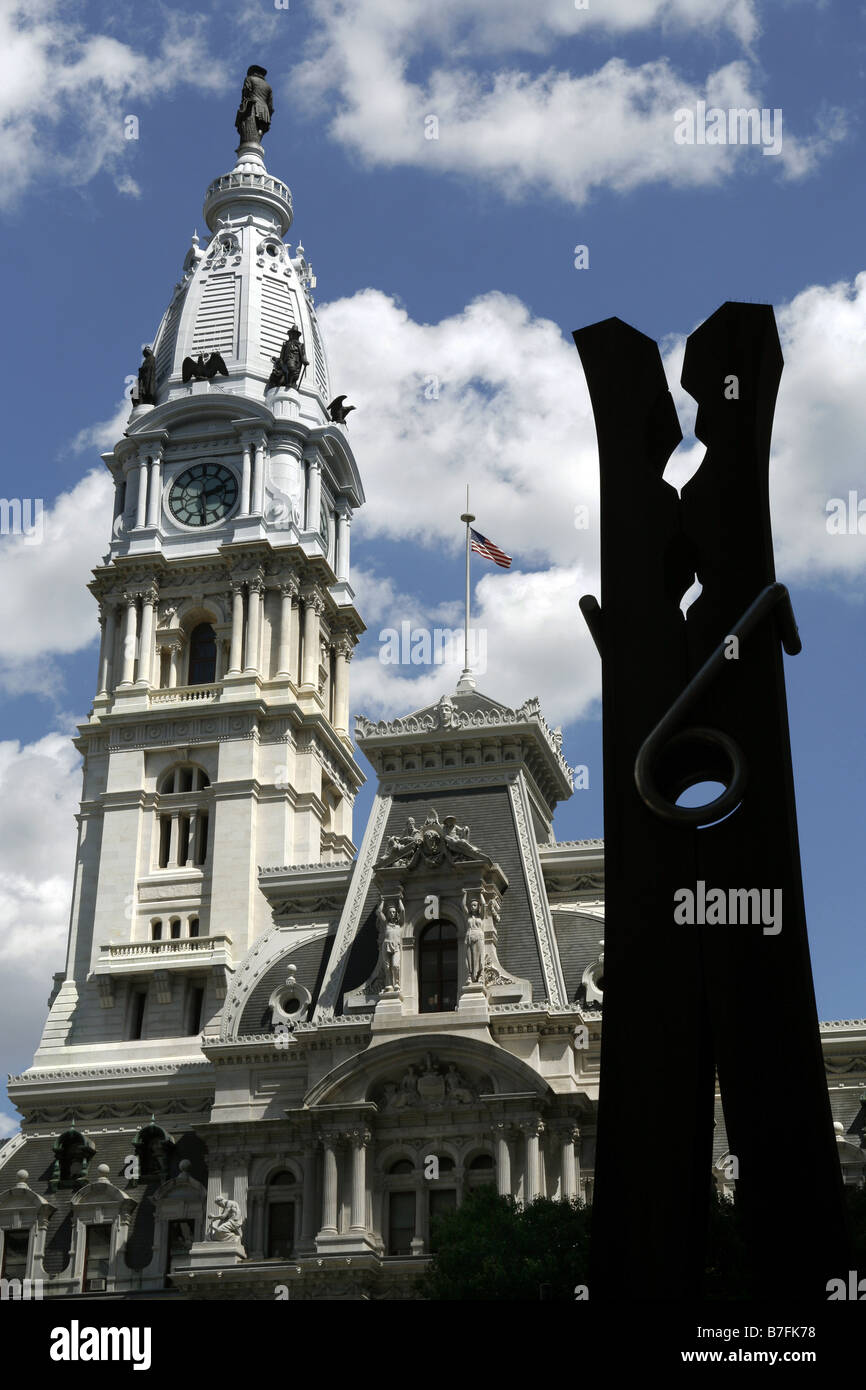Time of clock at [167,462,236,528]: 2:29
